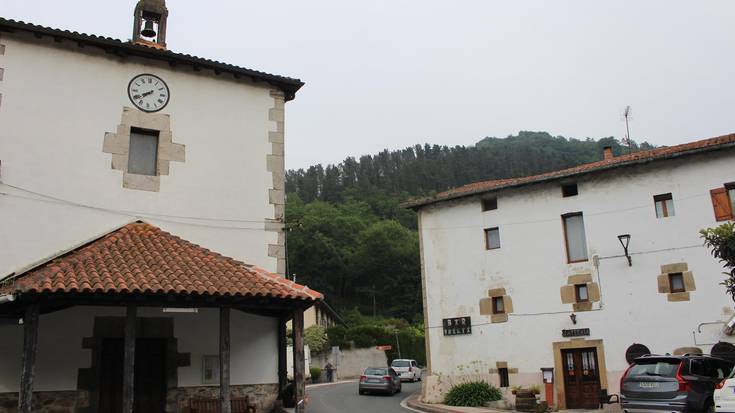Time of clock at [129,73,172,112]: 7:40
